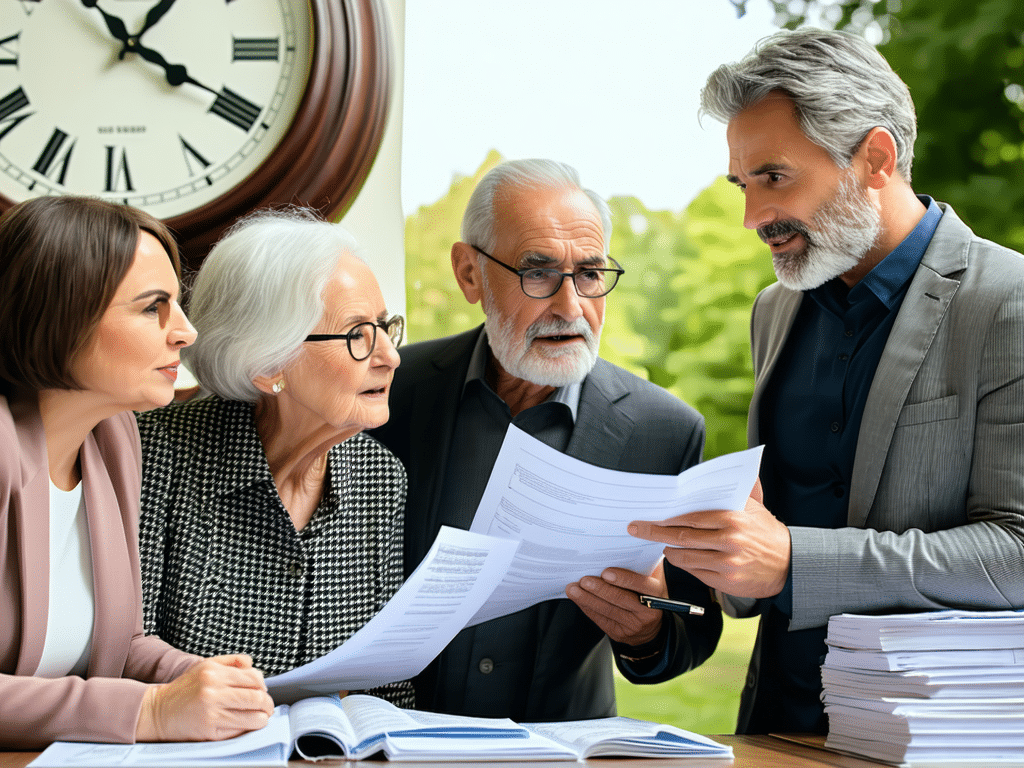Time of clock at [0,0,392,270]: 1:19
